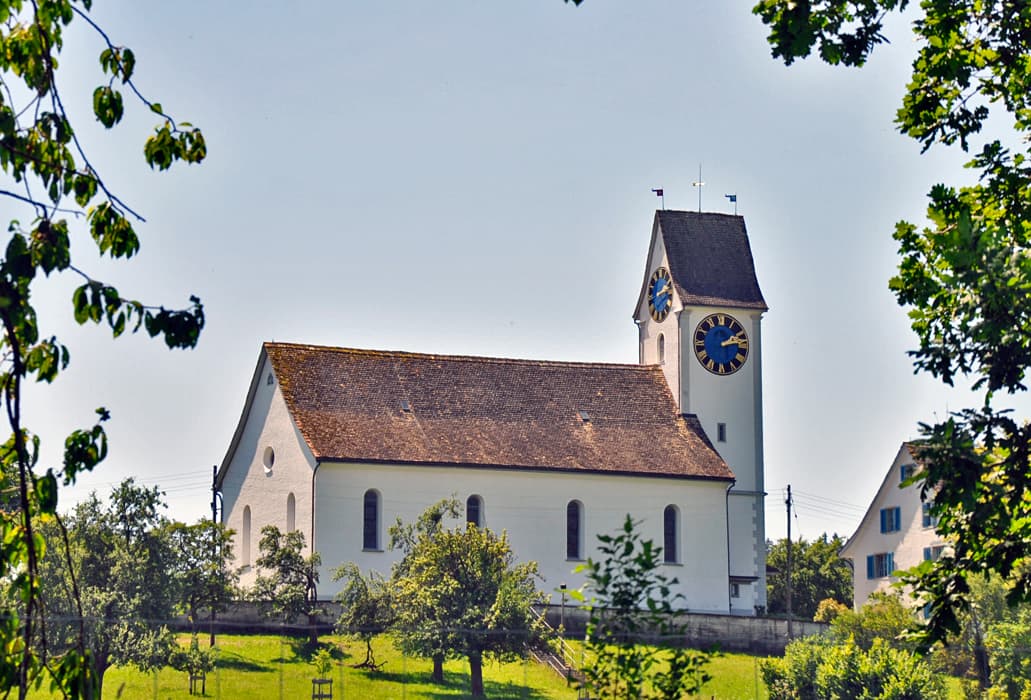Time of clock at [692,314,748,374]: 2:13
